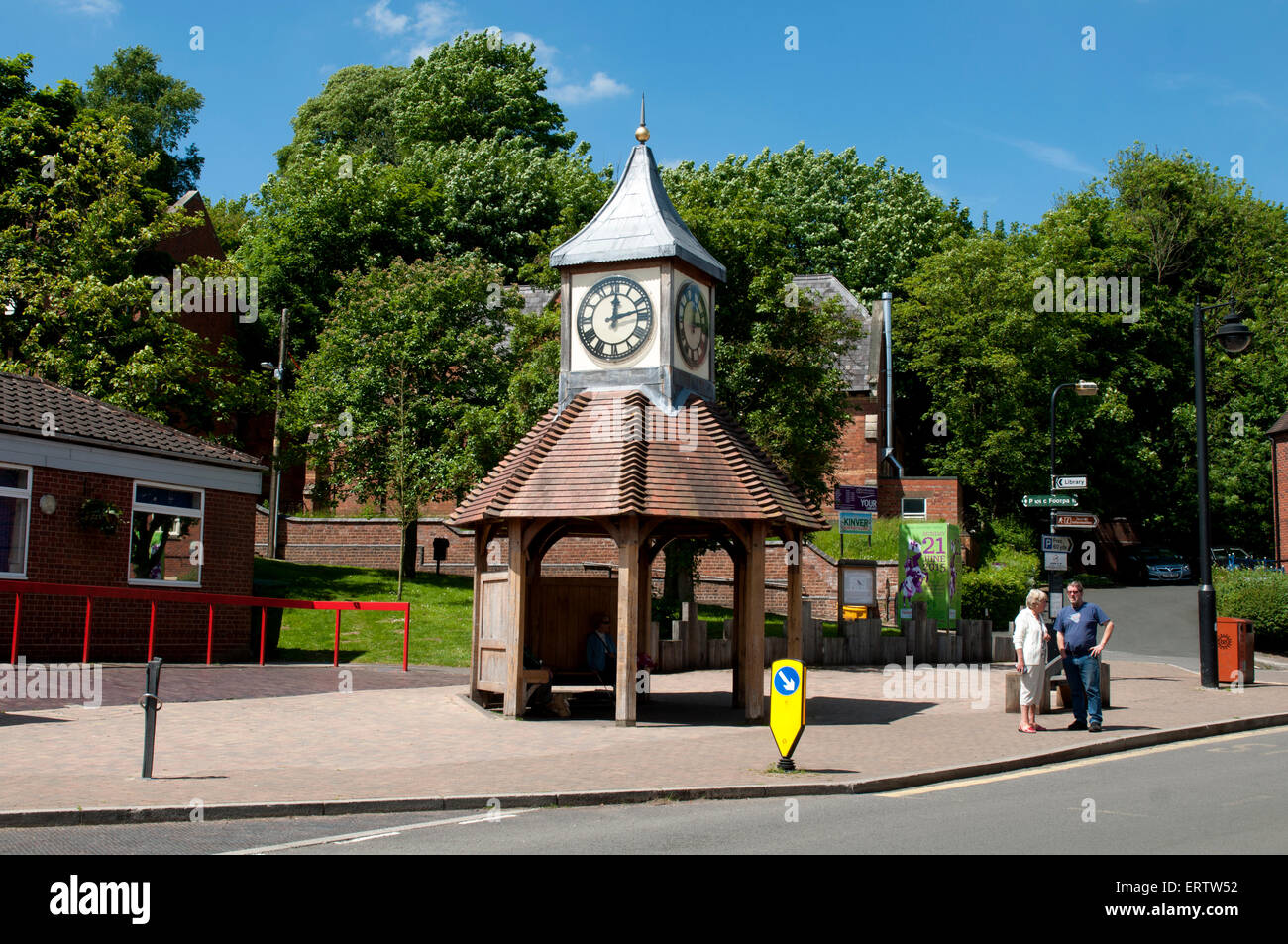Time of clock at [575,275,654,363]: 12:12
